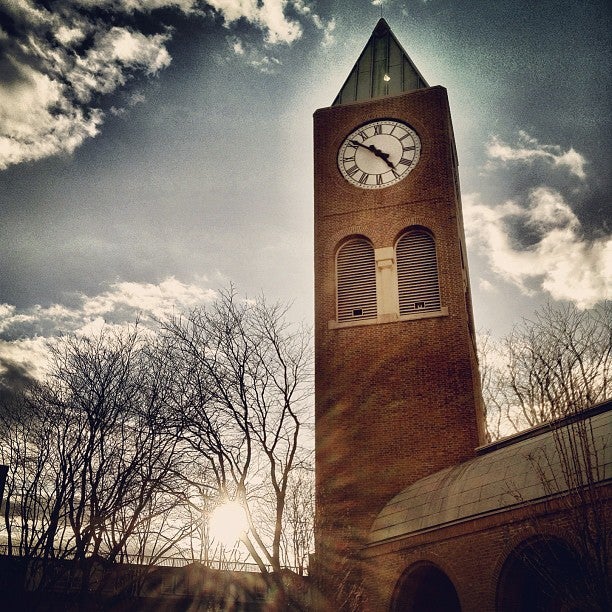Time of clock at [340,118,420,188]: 4:50
